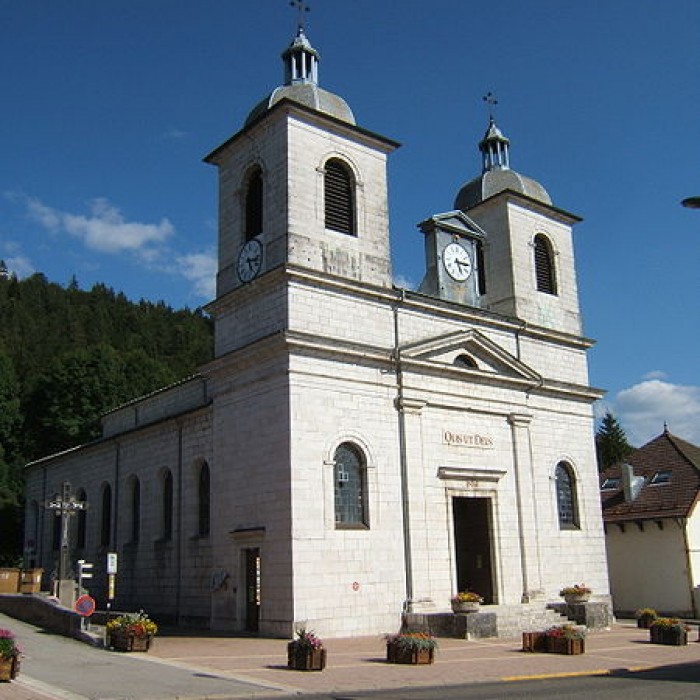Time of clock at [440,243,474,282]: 5:14
